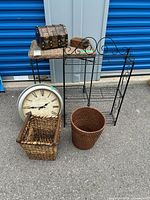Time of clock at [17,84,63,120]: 1:44
